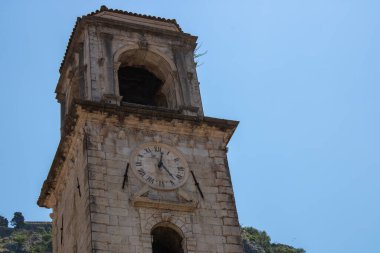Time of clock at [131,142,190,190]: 12:23
